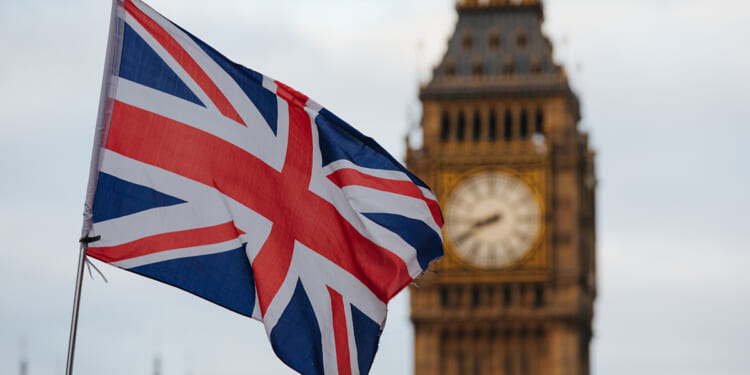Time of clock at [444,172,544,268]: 8:40
